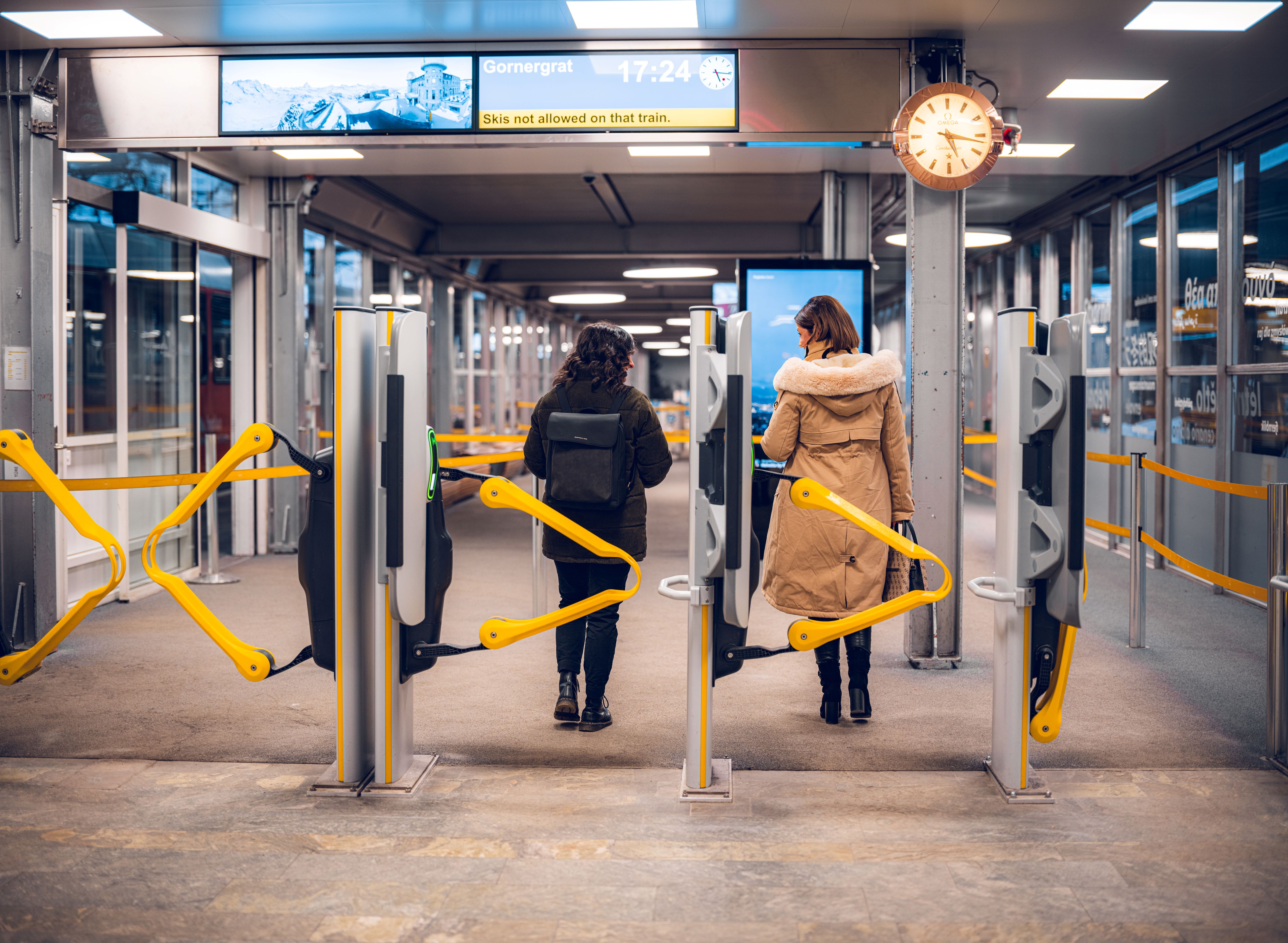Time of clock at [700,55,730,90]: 5:15
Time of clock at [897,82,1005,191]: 5:17
